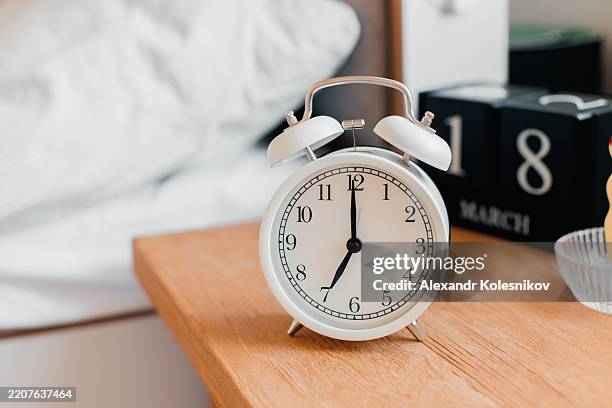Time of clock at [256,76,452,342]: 7:00
